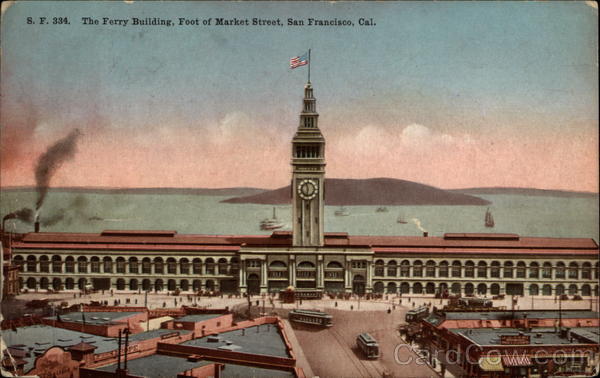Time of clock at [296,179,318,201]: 11:32
